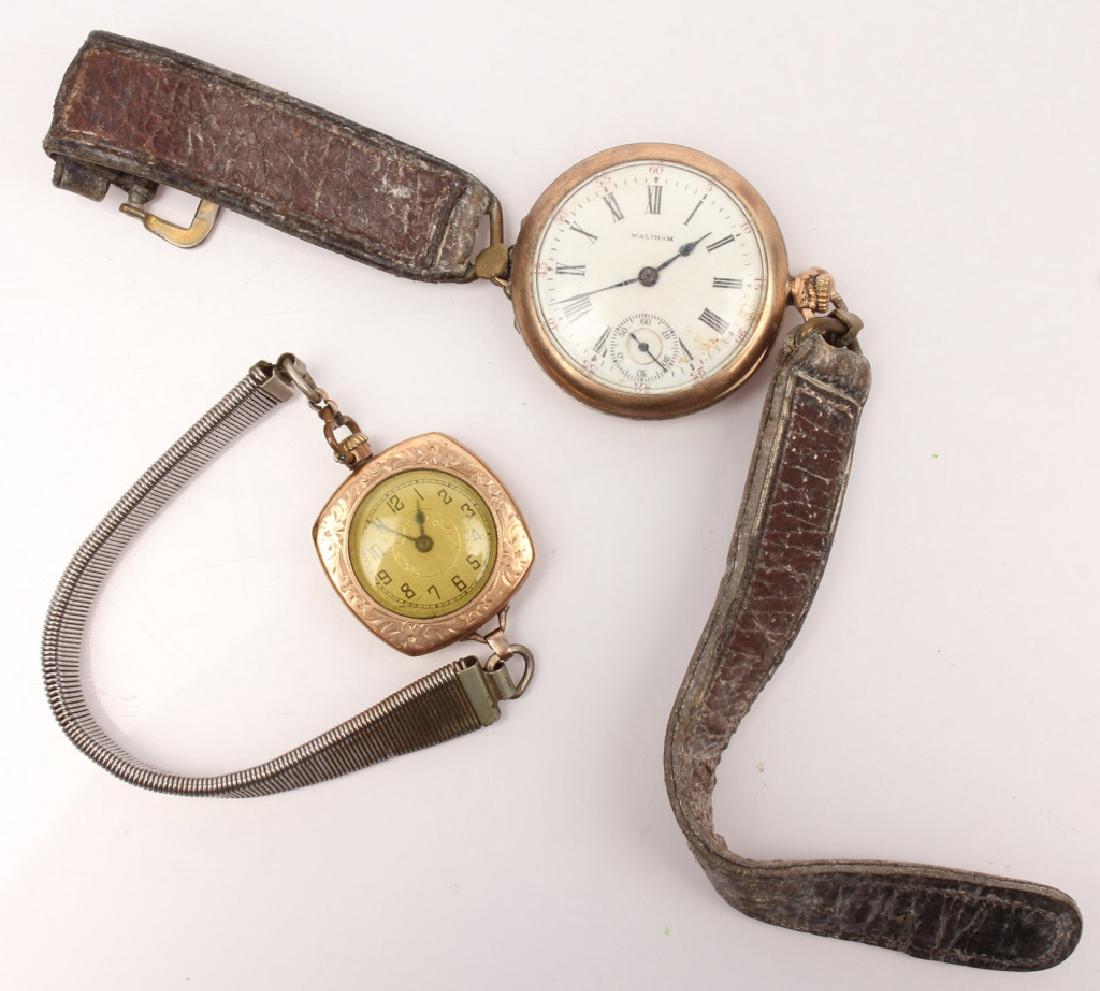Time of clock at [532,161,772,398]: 1:41
